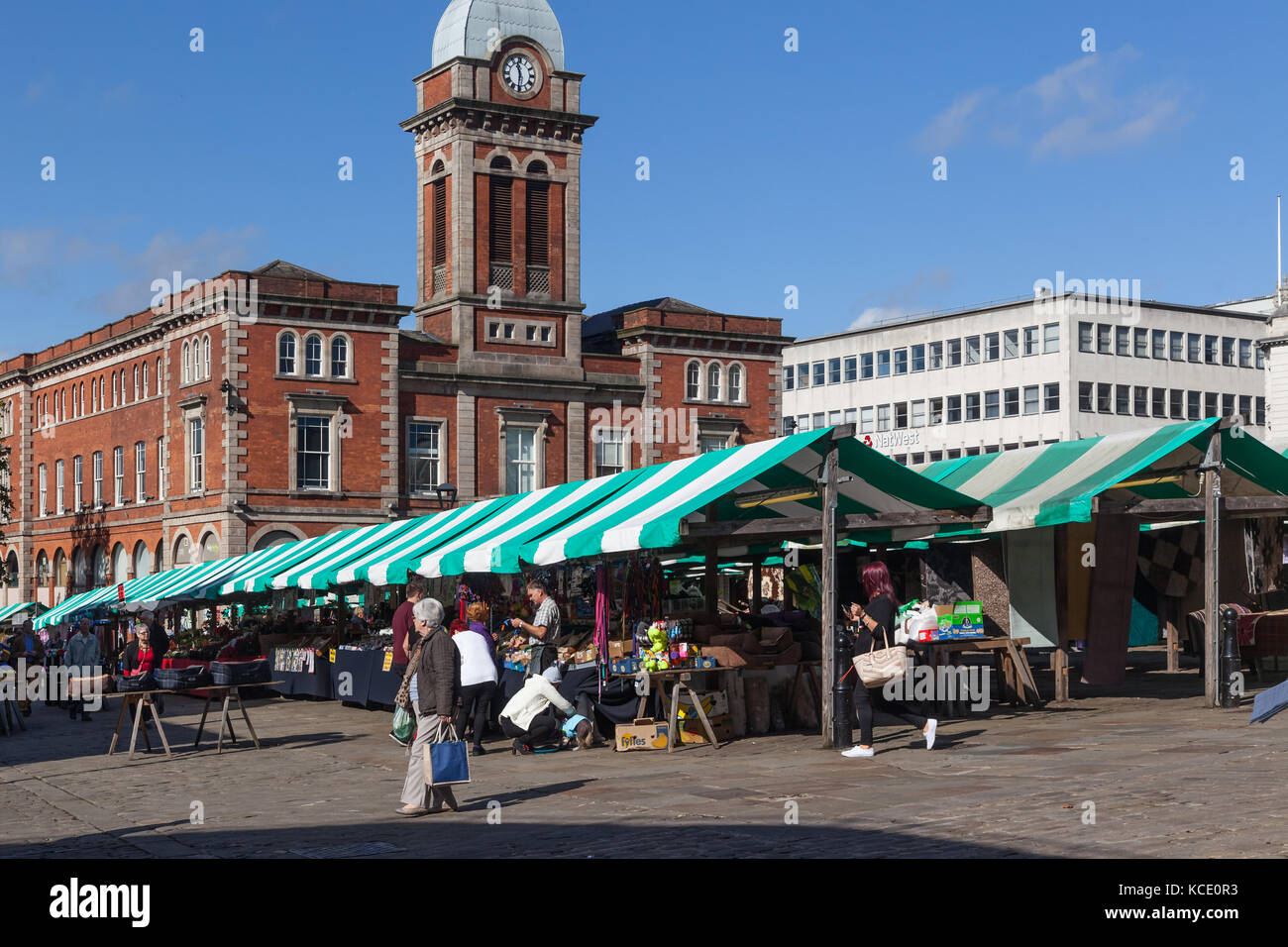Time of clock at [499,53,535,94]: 11:31
